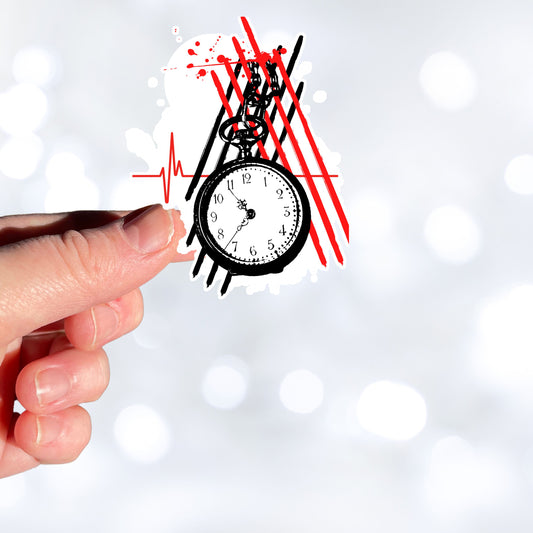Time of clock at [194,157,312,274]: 10:36
